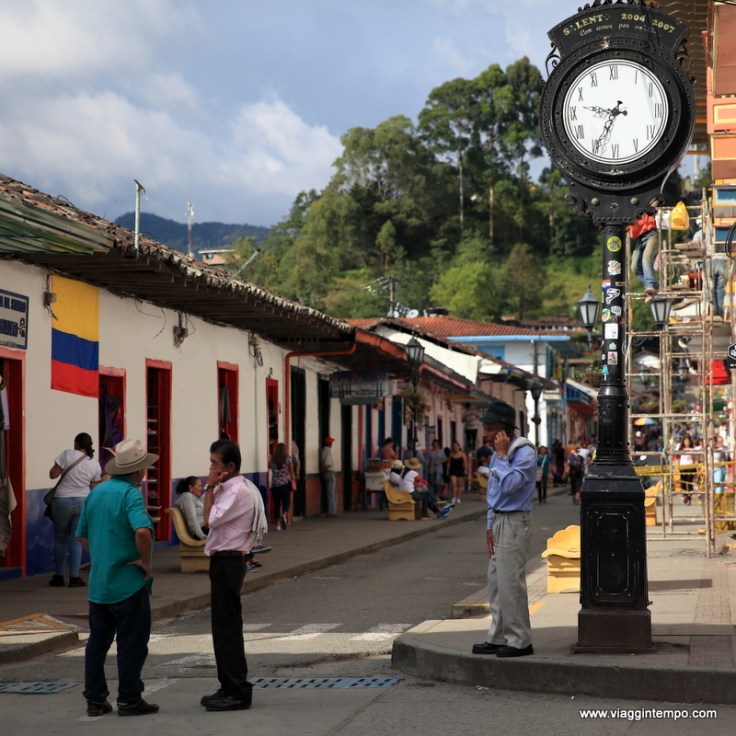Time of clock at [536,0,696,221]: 9:34
